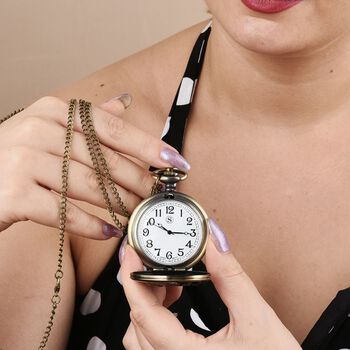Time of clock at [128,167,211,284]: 10:15
